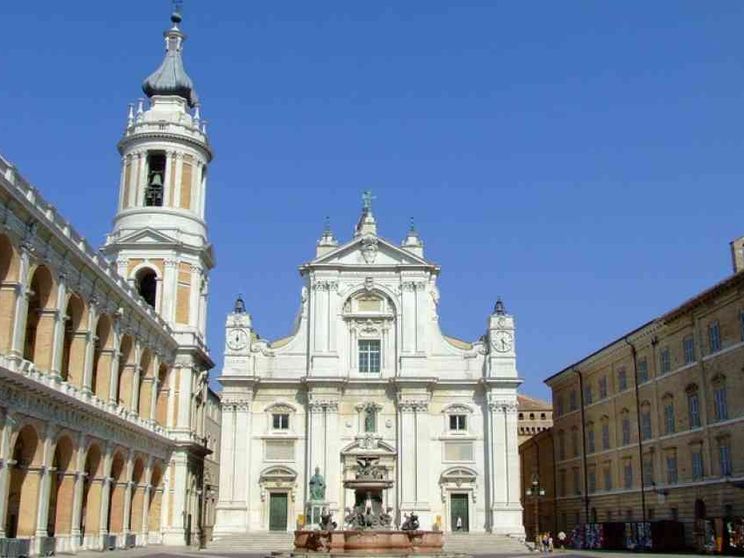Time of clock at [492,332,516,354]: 4:29
